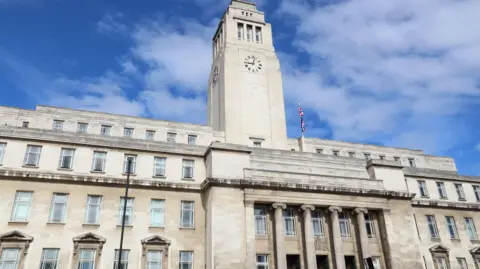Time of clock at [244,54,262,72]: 9:02
